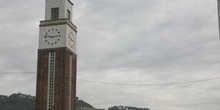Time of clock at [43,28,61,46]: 2:46
